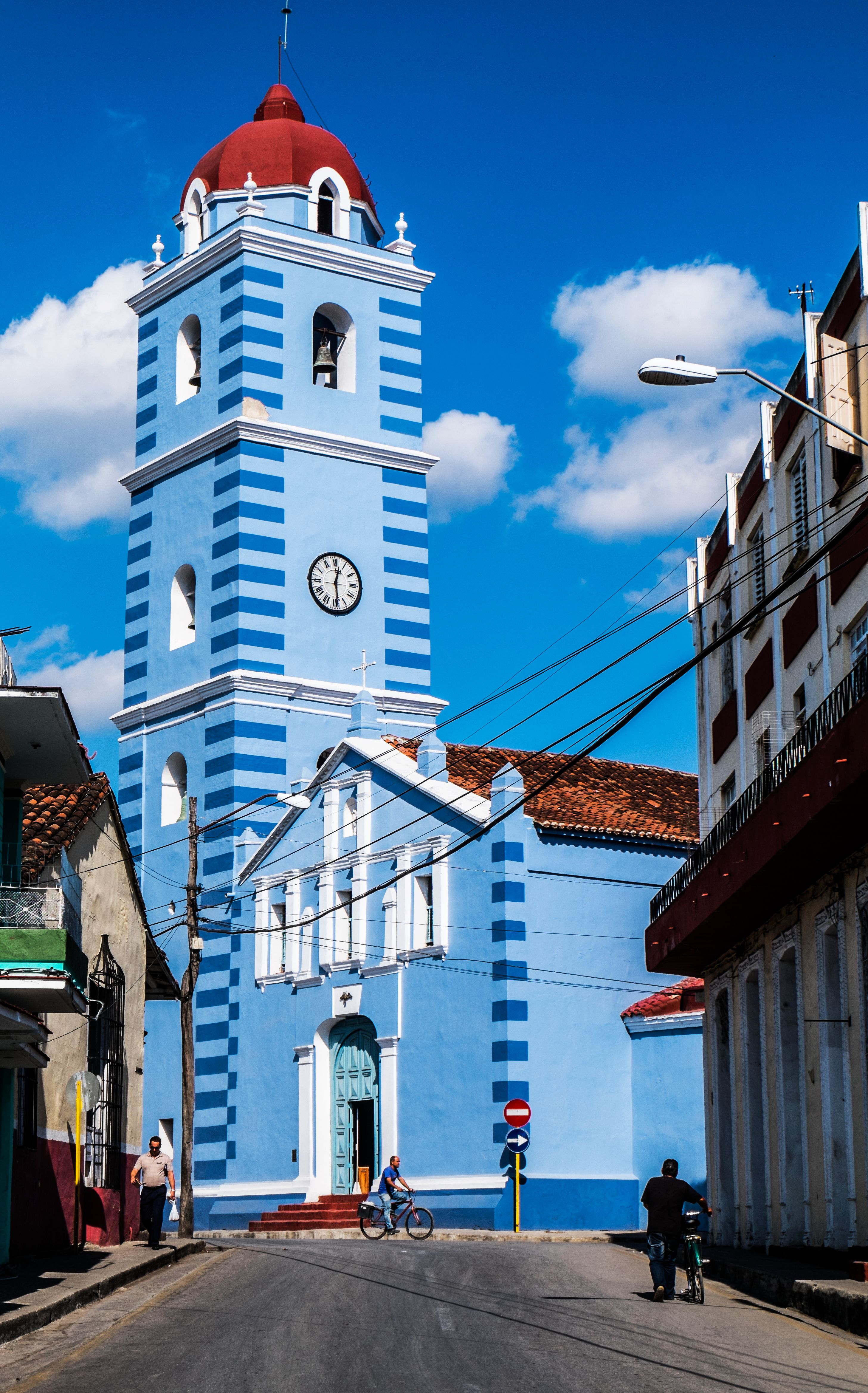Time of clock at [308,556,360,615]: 12:28
